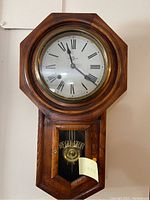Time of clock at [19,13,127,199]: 11:21
